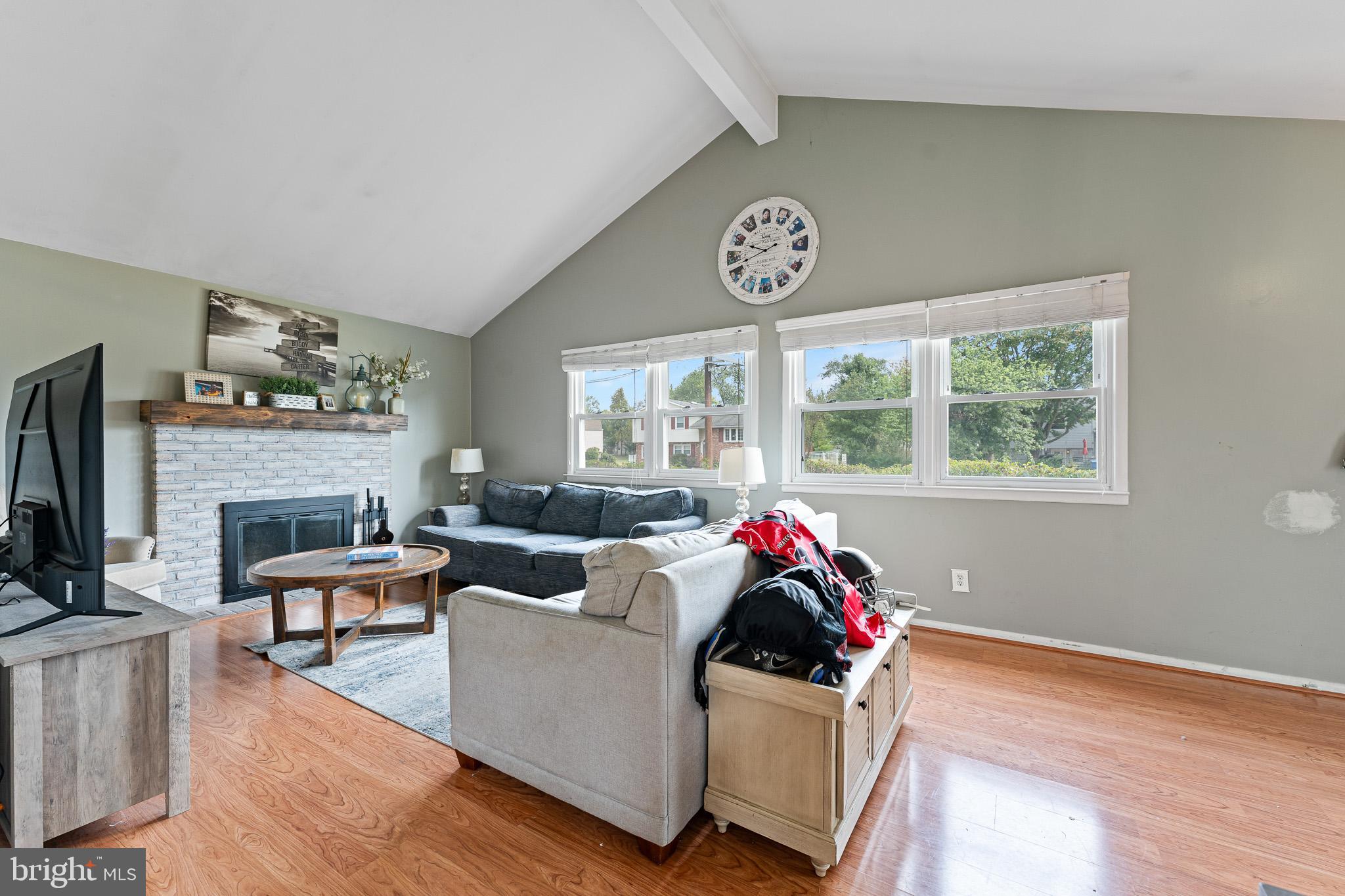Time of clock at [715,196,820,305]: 9:42
